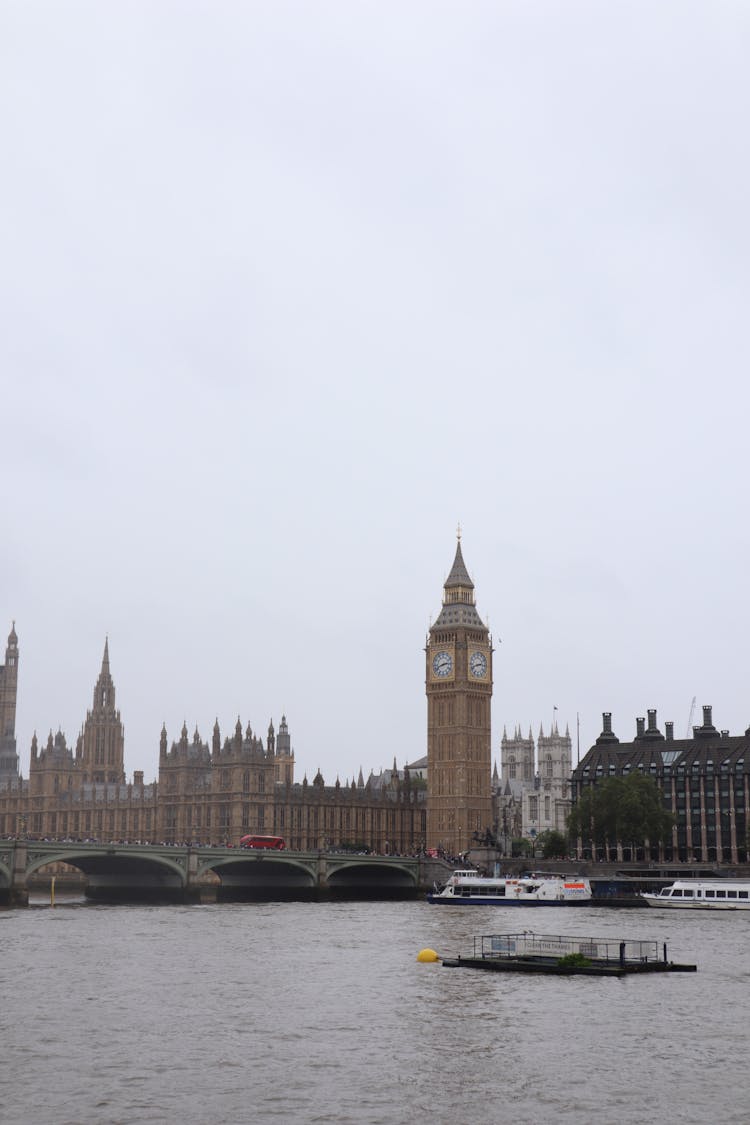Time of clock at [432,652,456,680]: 2:42
